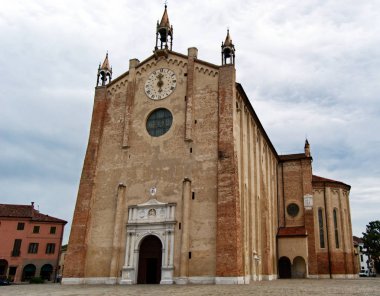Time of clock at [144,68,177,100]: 5:59
